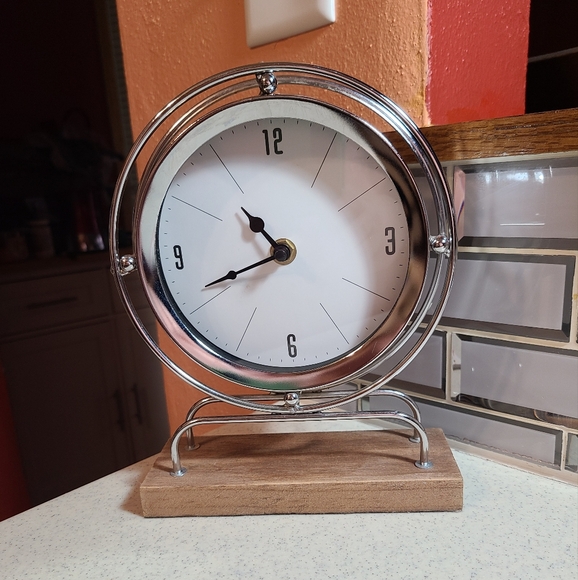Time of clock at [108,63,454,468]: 10:41
